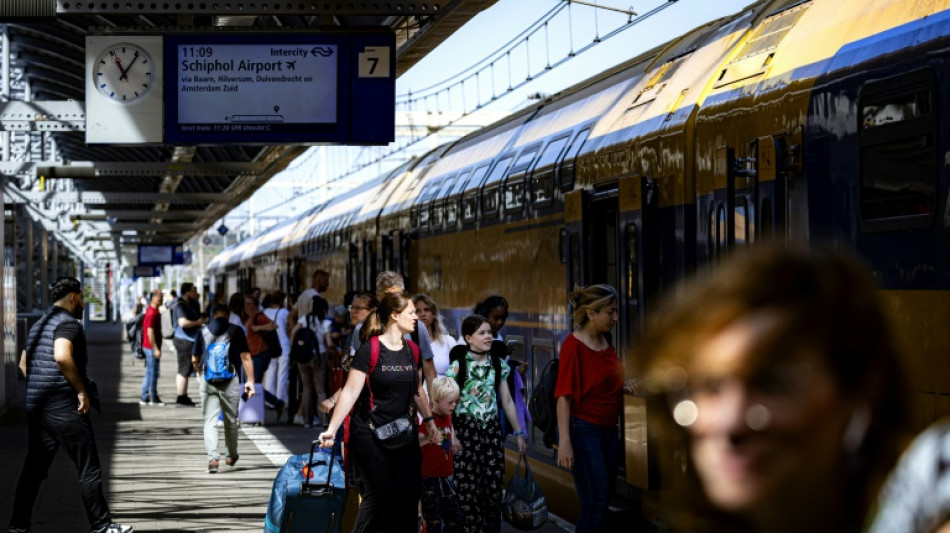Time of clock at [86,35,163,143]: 11:06
